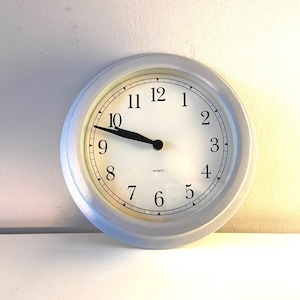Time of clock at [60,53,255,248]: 9:47
